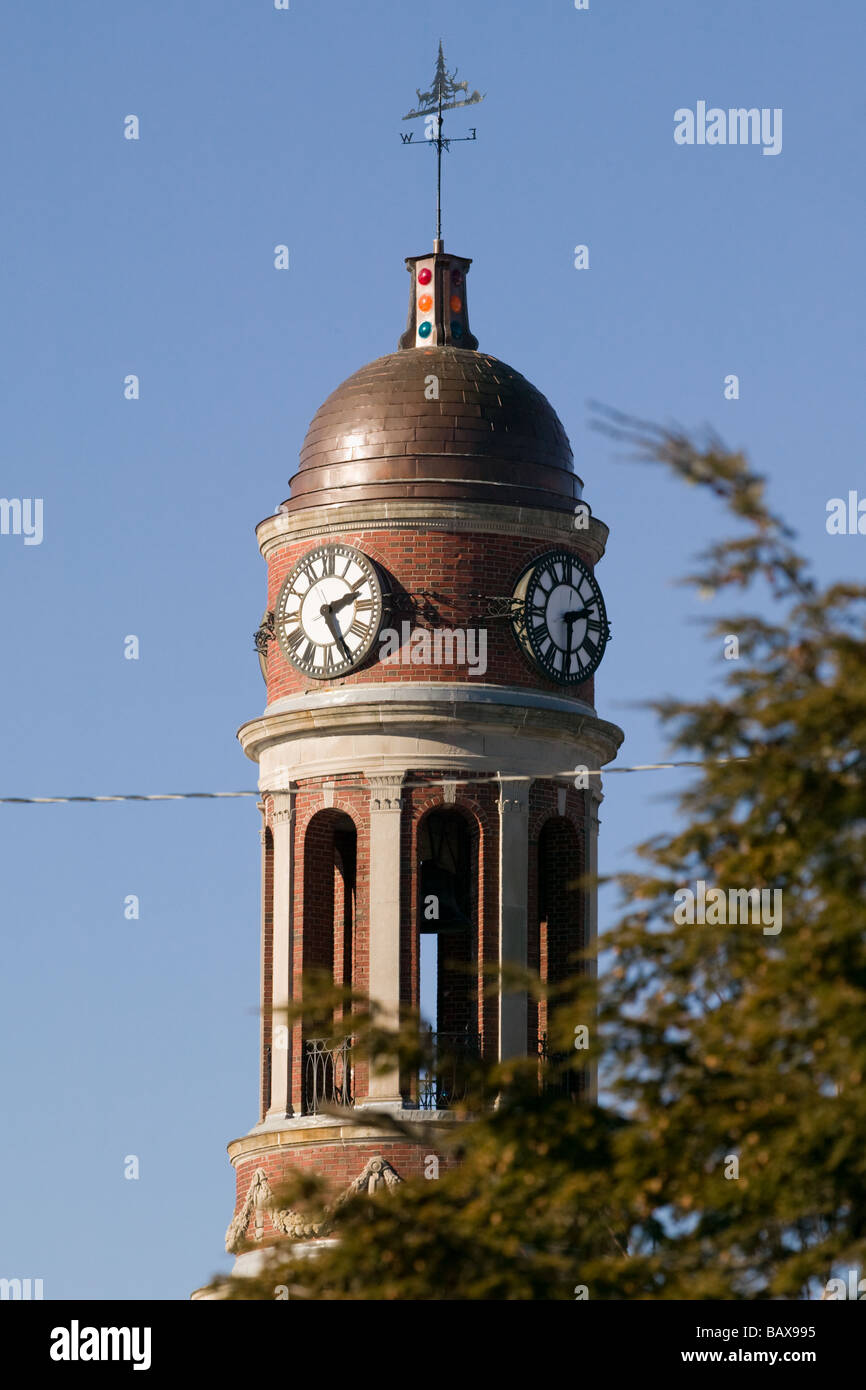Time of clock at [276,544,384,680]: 2:25
